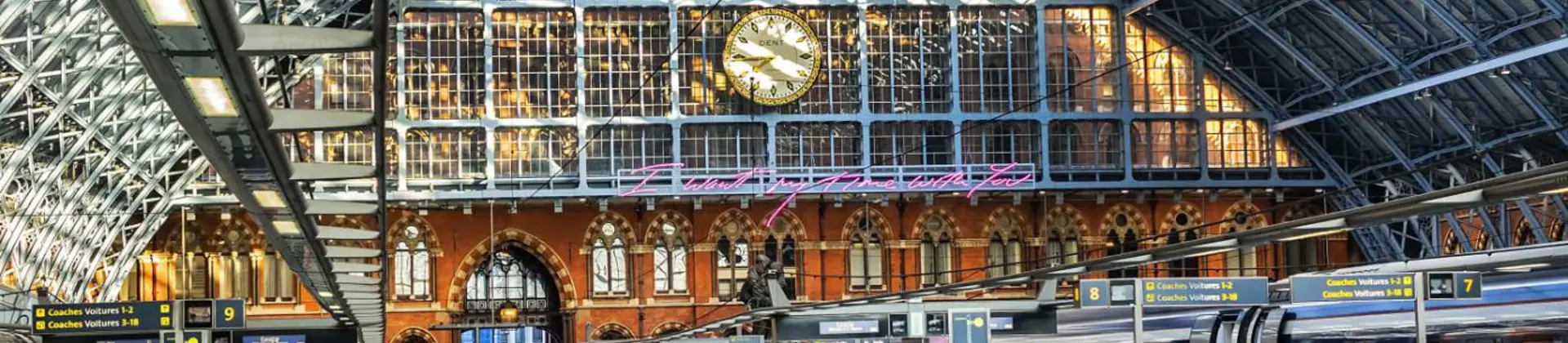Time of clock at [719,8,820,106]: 7:44
